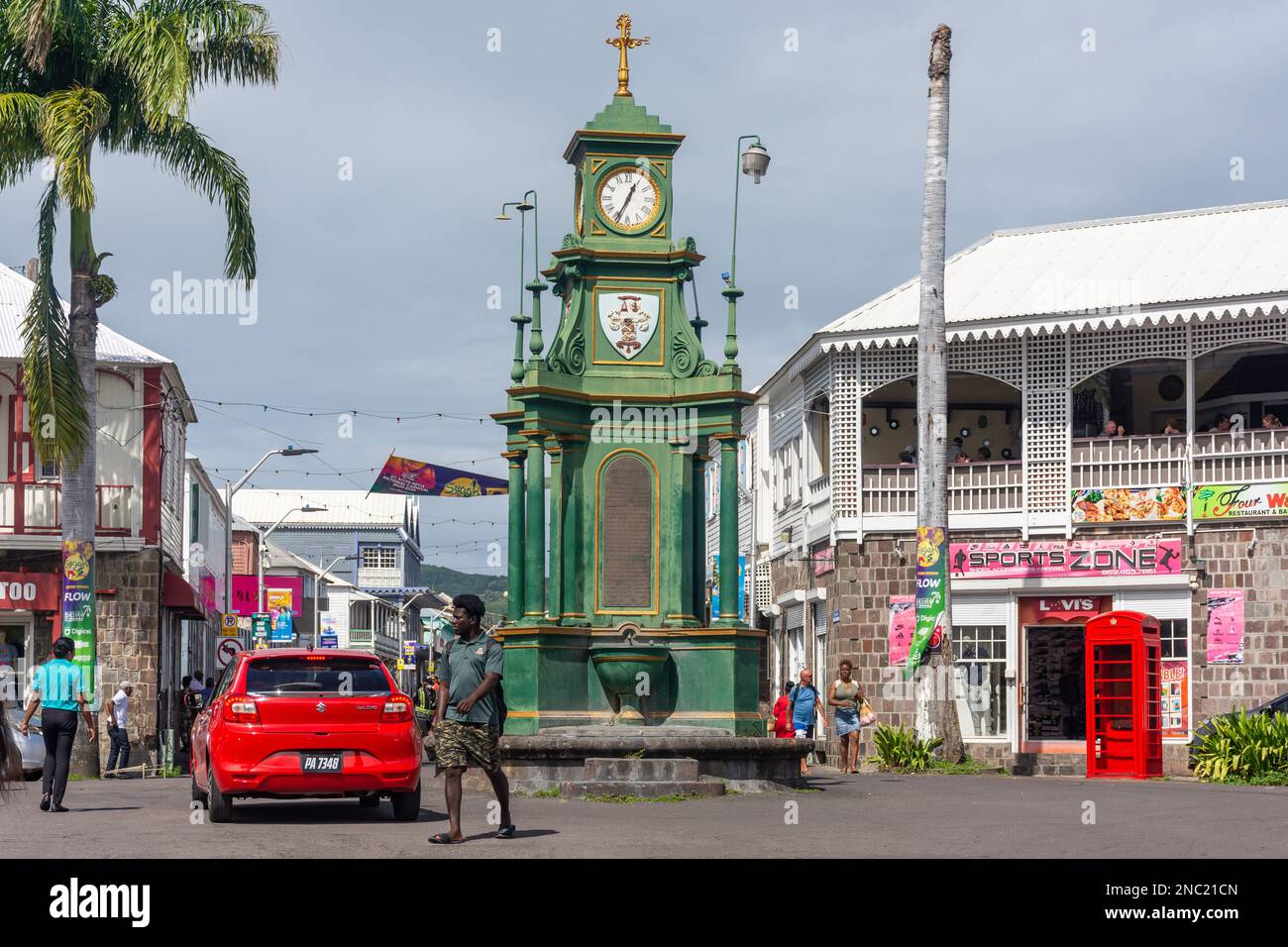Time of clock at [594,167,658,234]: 12:34
